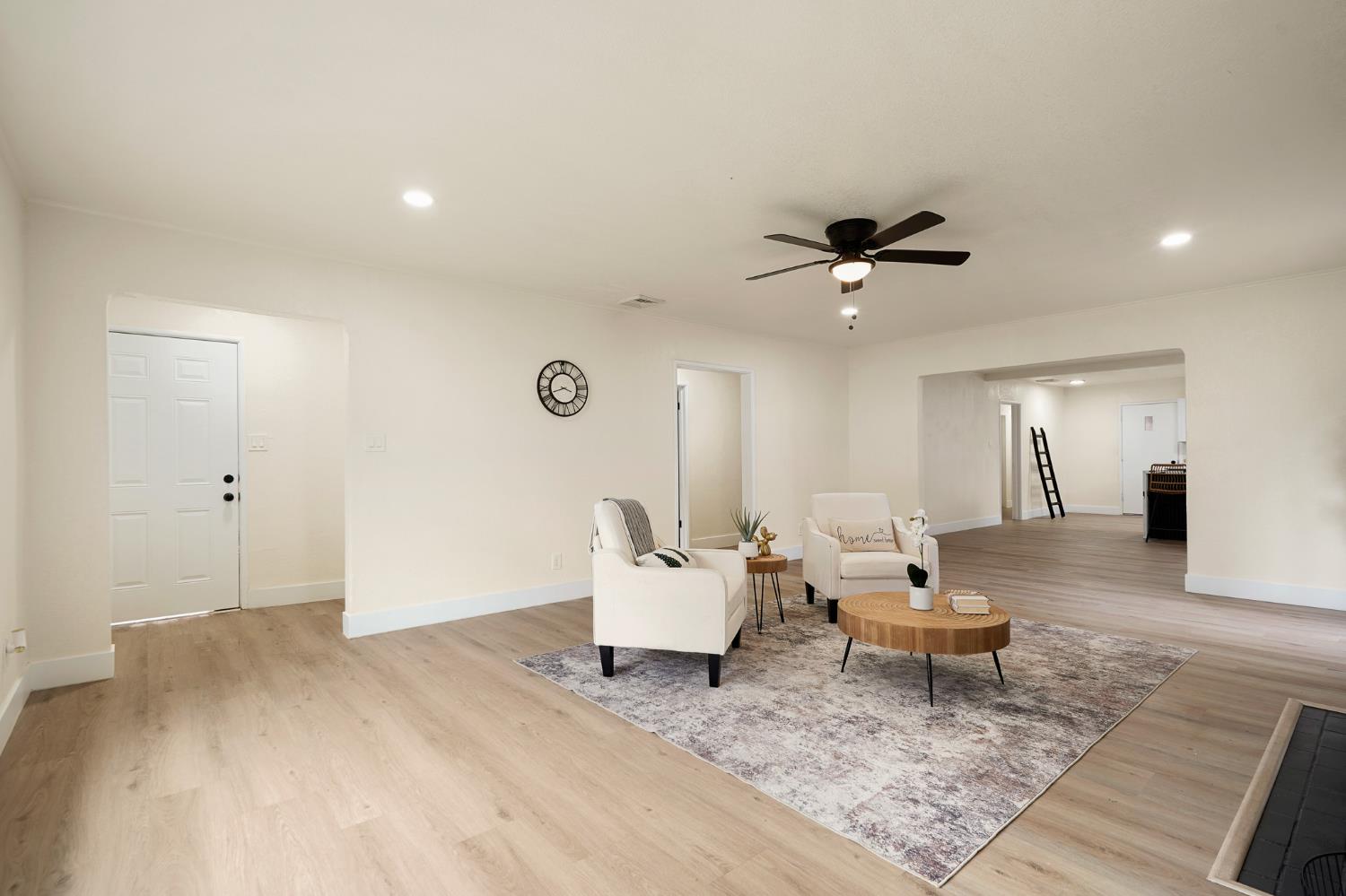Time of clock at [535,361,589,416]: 3:41
